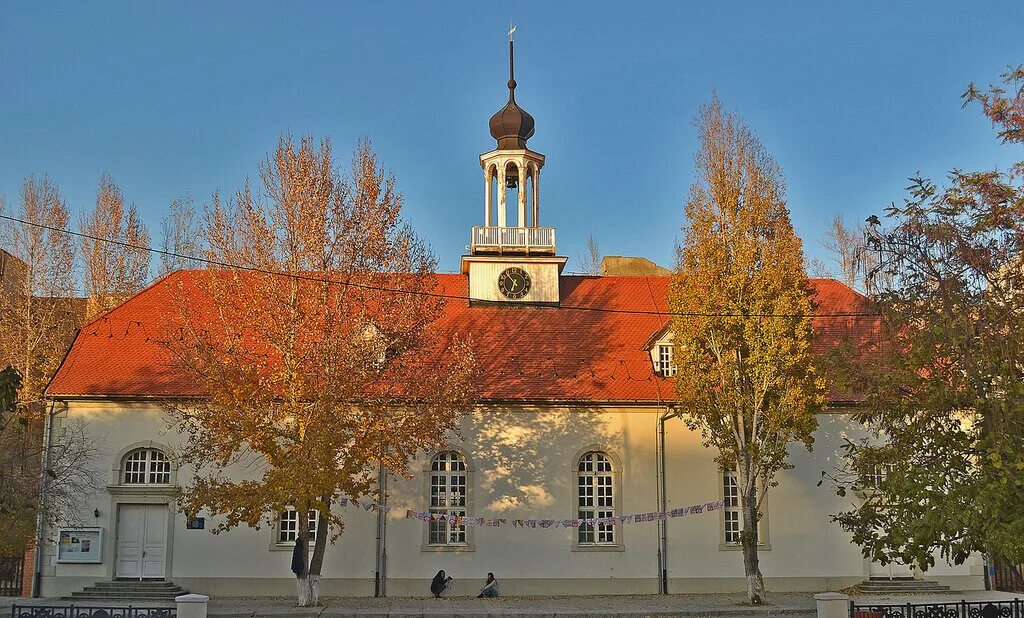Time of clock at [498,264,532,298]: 6:53
